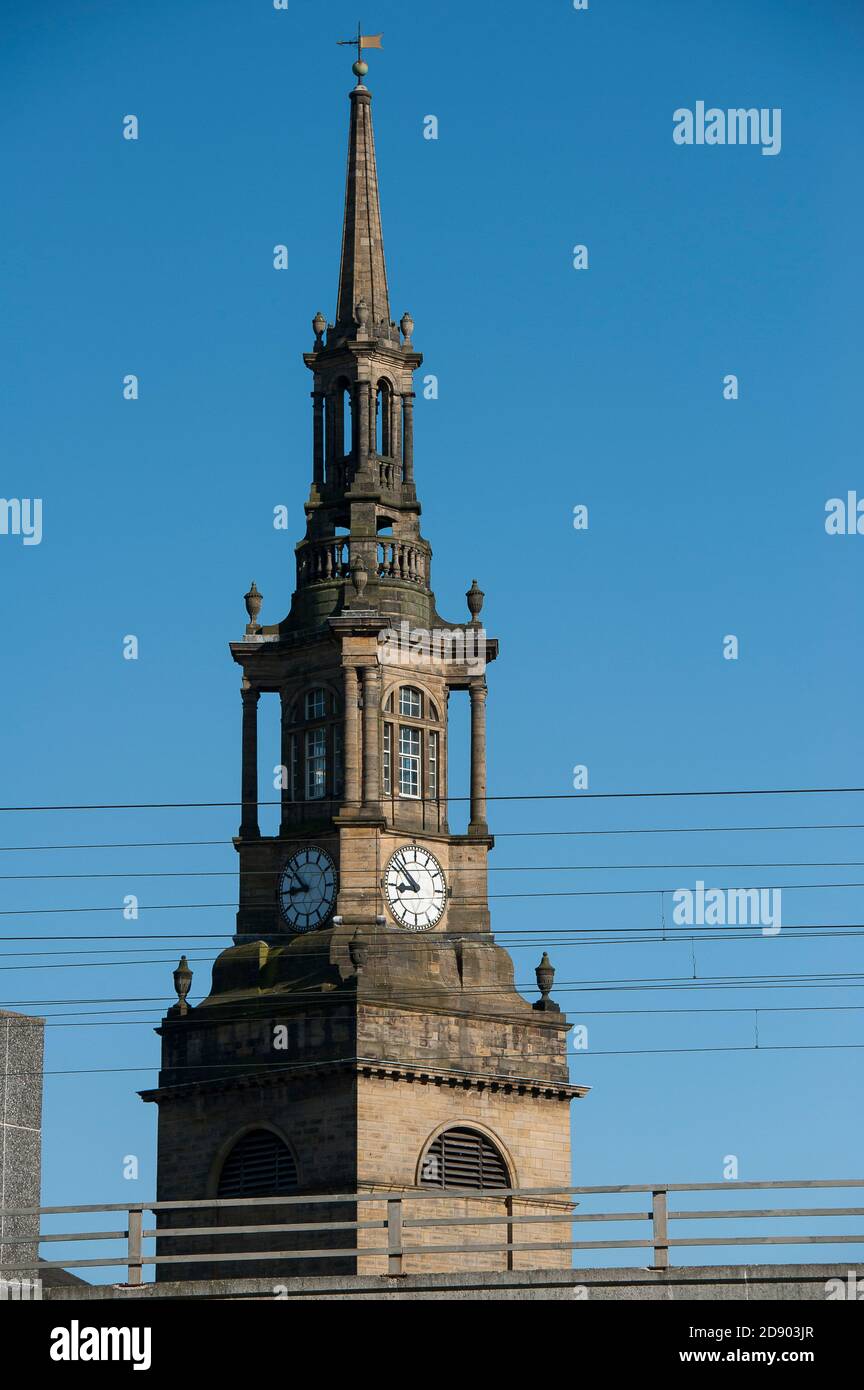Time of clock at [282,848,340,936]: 8:52
